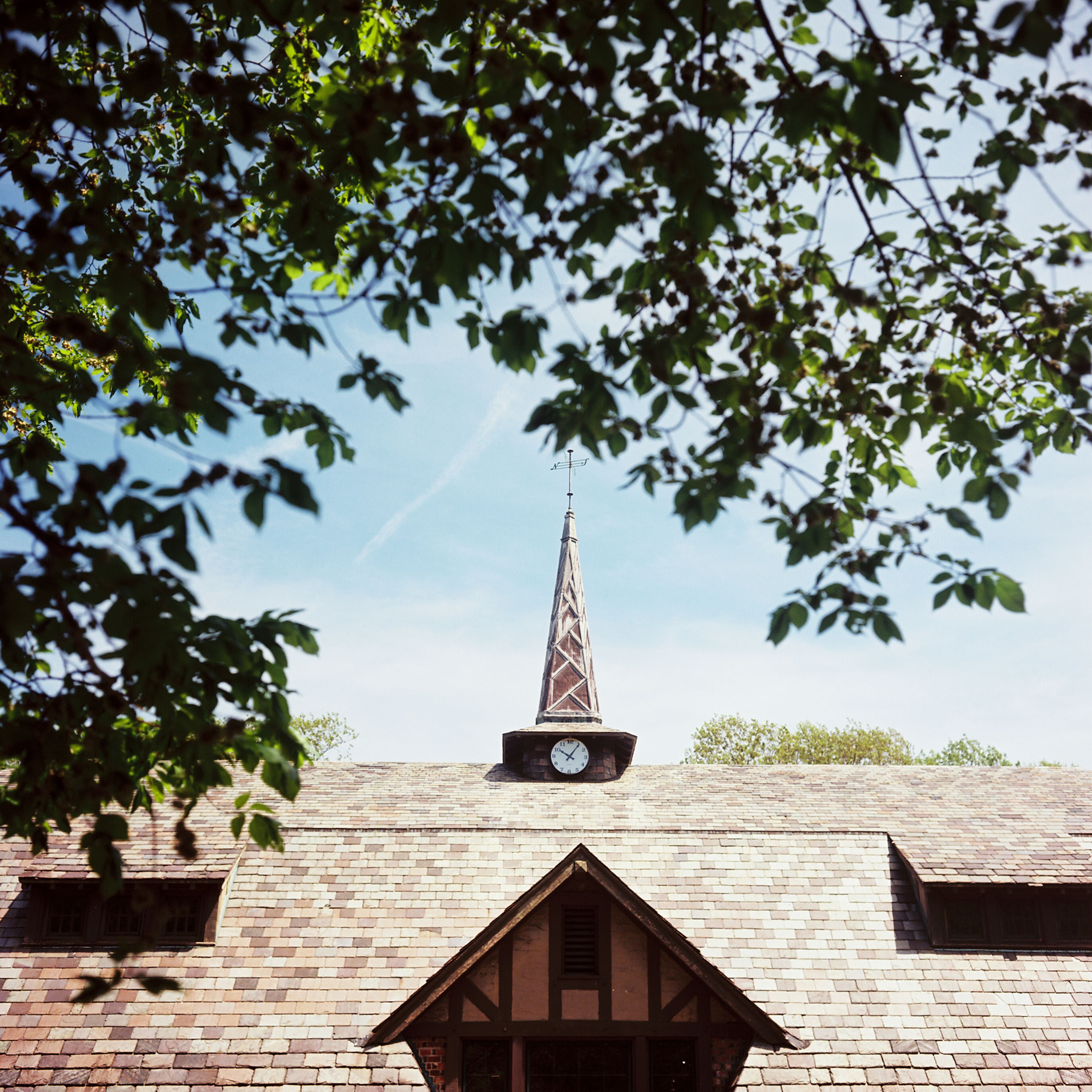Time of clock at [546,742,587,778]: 10:05
